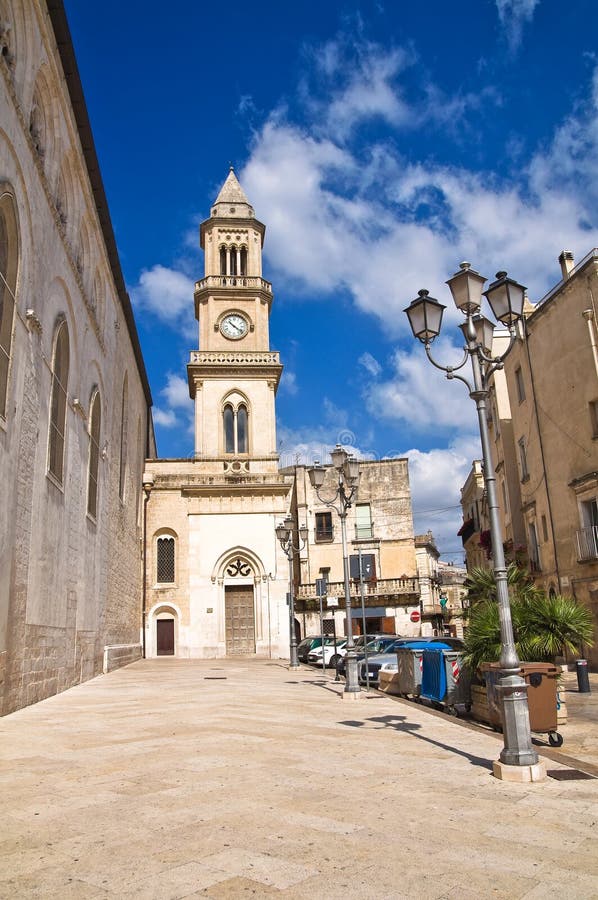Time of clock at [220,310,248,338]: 10:21
